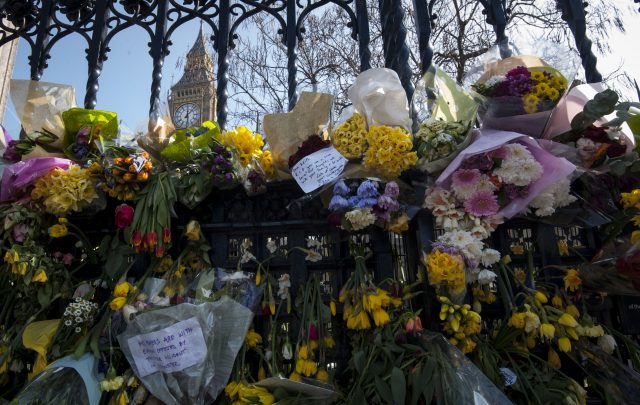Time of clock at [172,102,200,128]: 12:07
